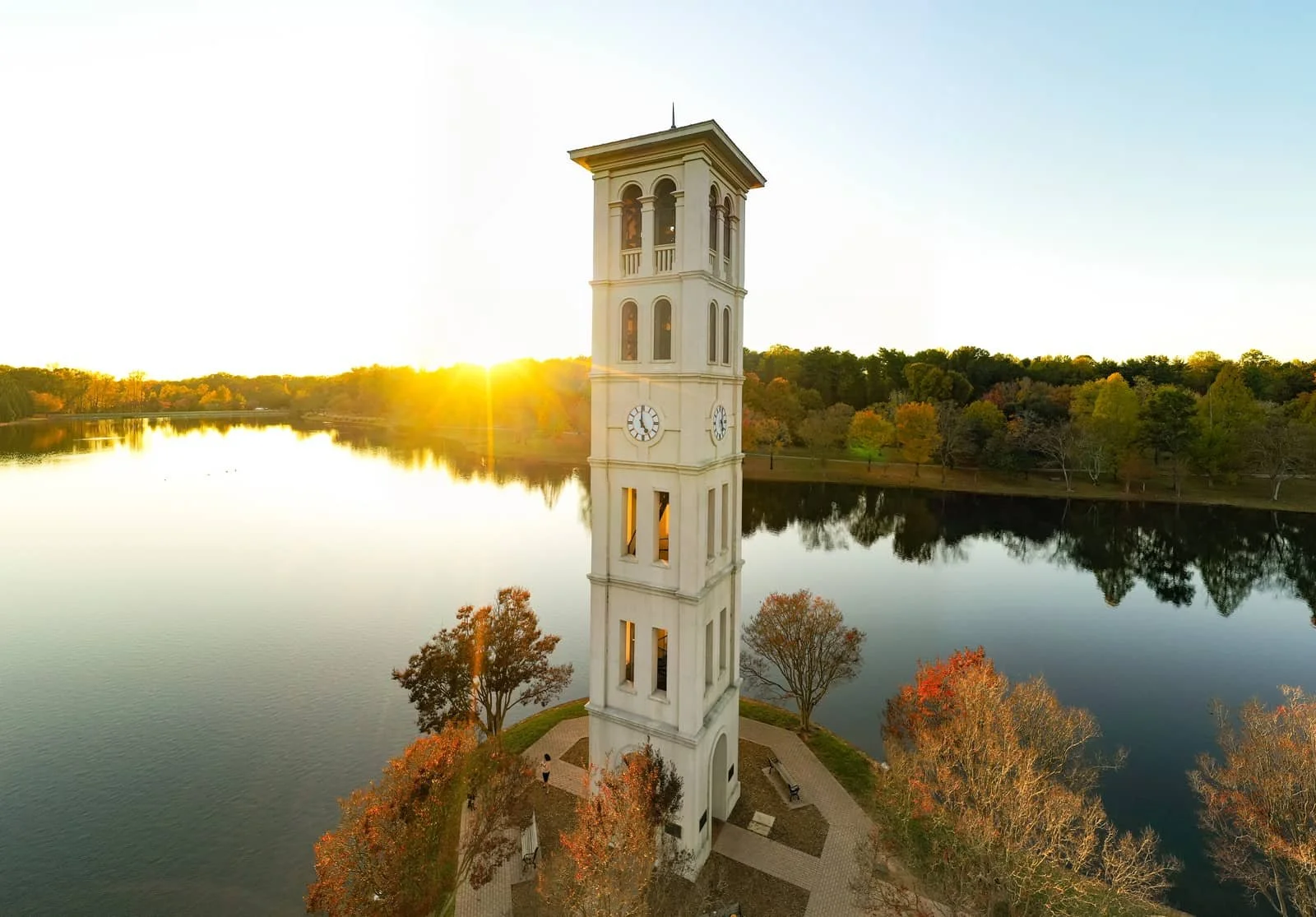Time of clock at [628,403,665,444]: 4:59
